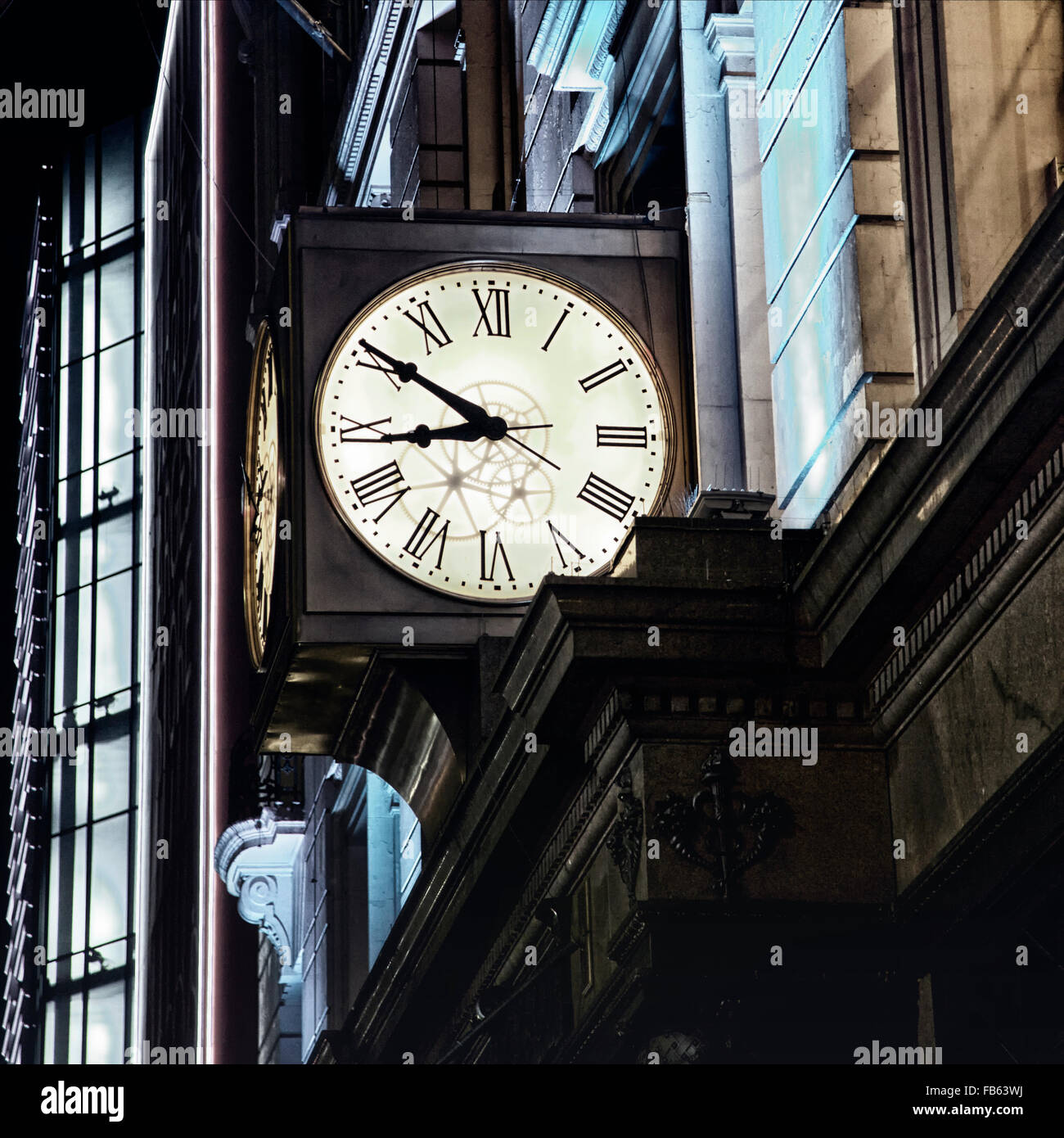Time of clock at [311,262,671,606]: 8:50
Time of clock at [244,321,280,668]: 8:50
